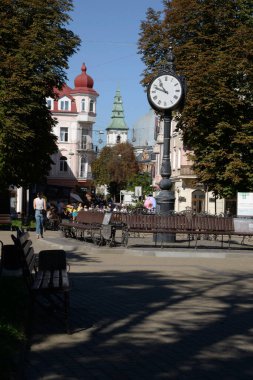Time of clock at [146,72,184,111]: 10:48
